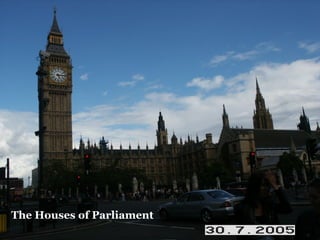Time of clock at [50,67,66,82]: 5:14
